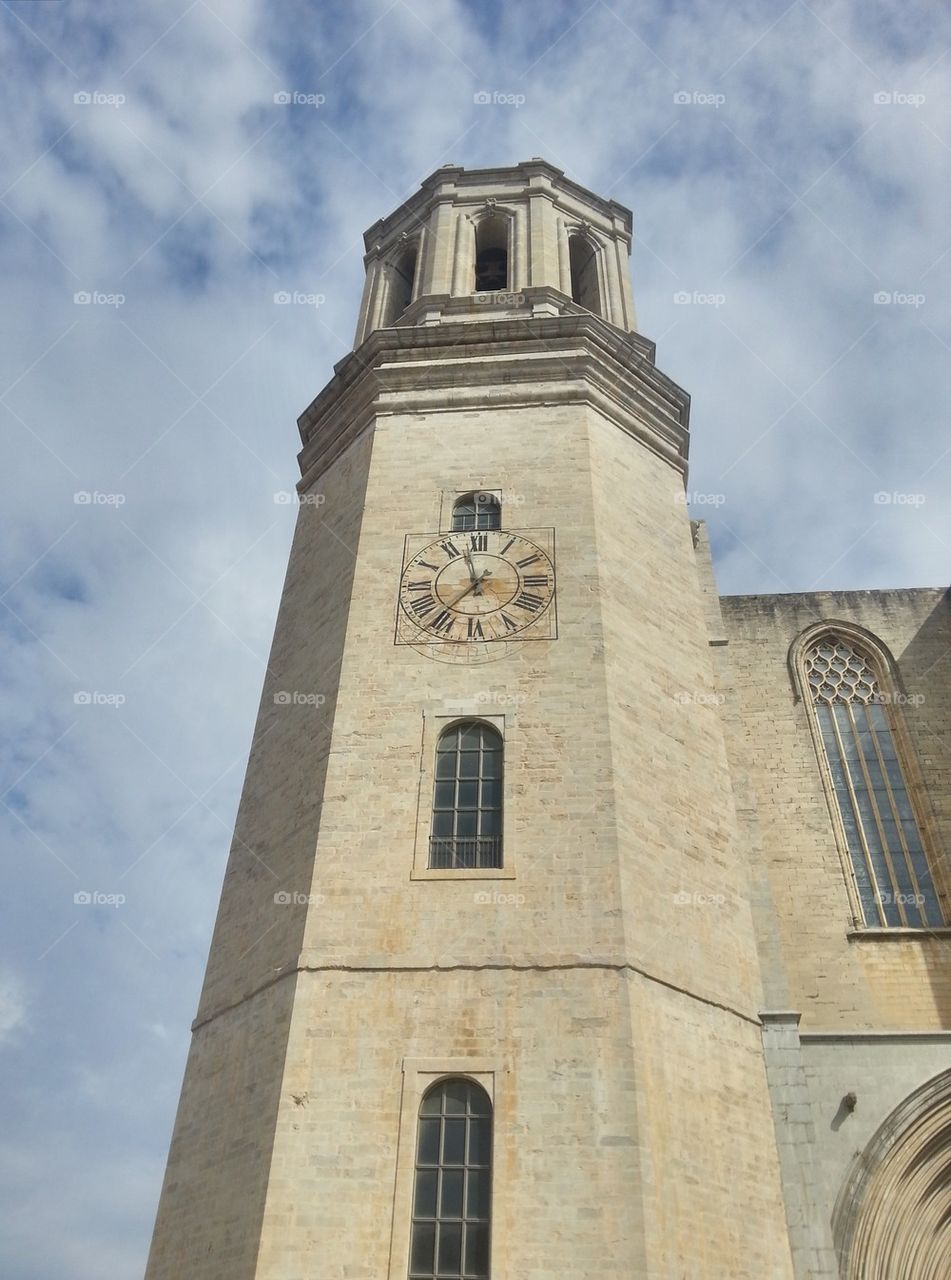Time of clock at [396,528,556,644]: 11:36
